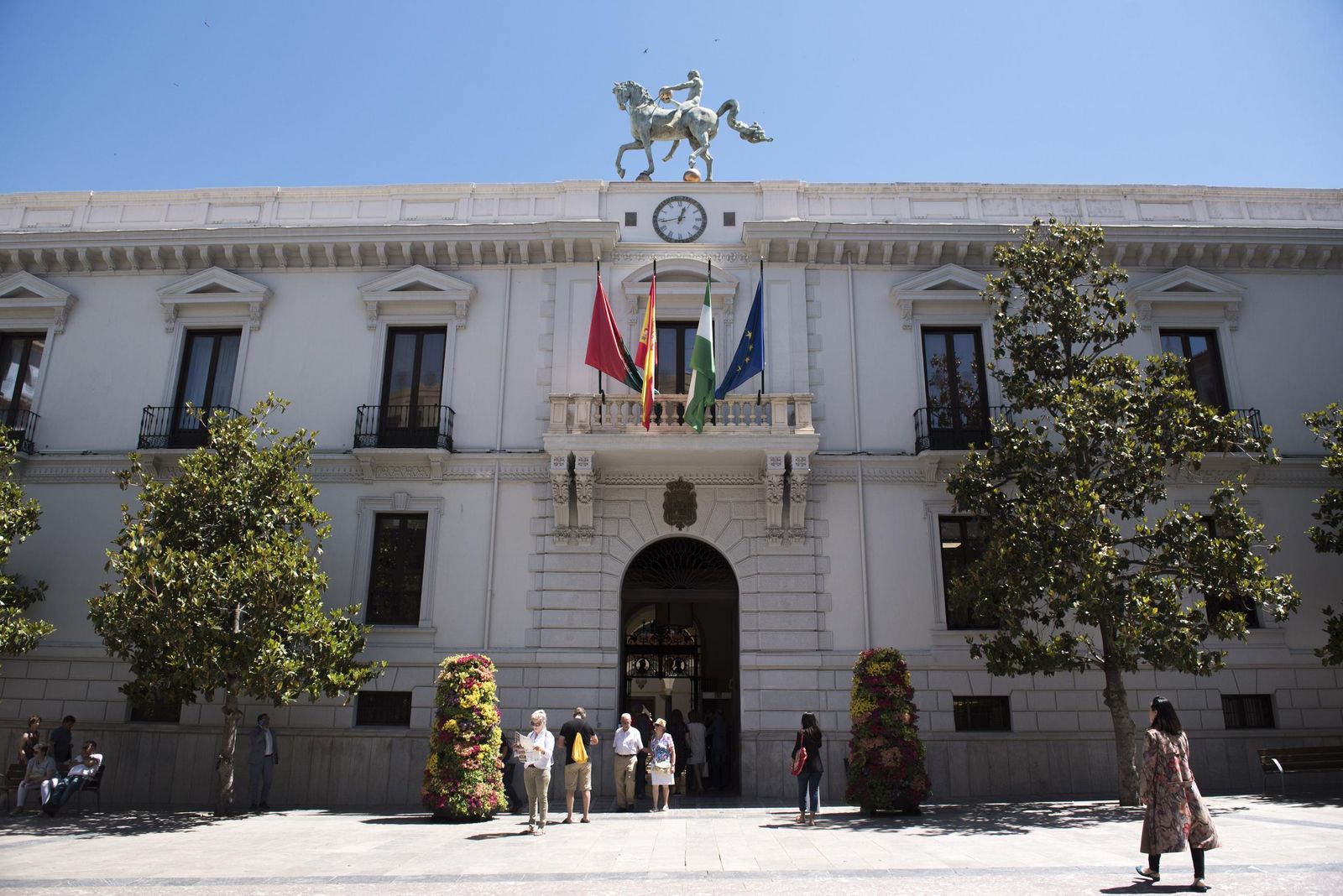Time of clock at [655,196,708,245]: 12:43
